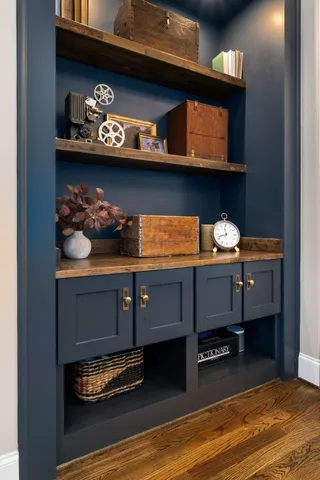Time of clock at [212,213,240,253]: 11:41
